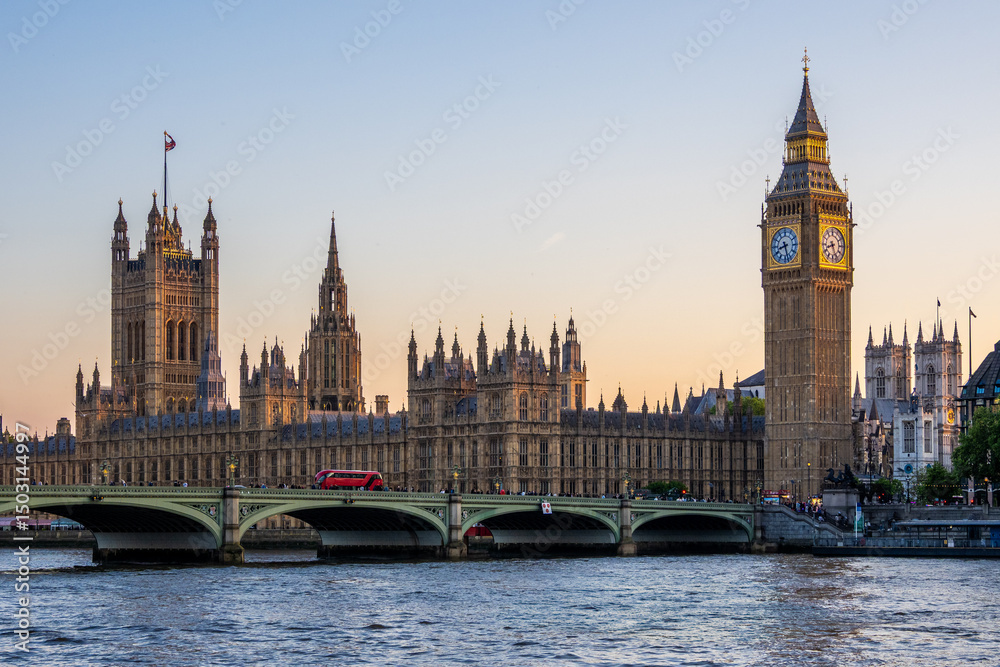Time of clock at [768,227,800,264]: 8:27
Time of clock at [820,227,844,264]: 8:26
